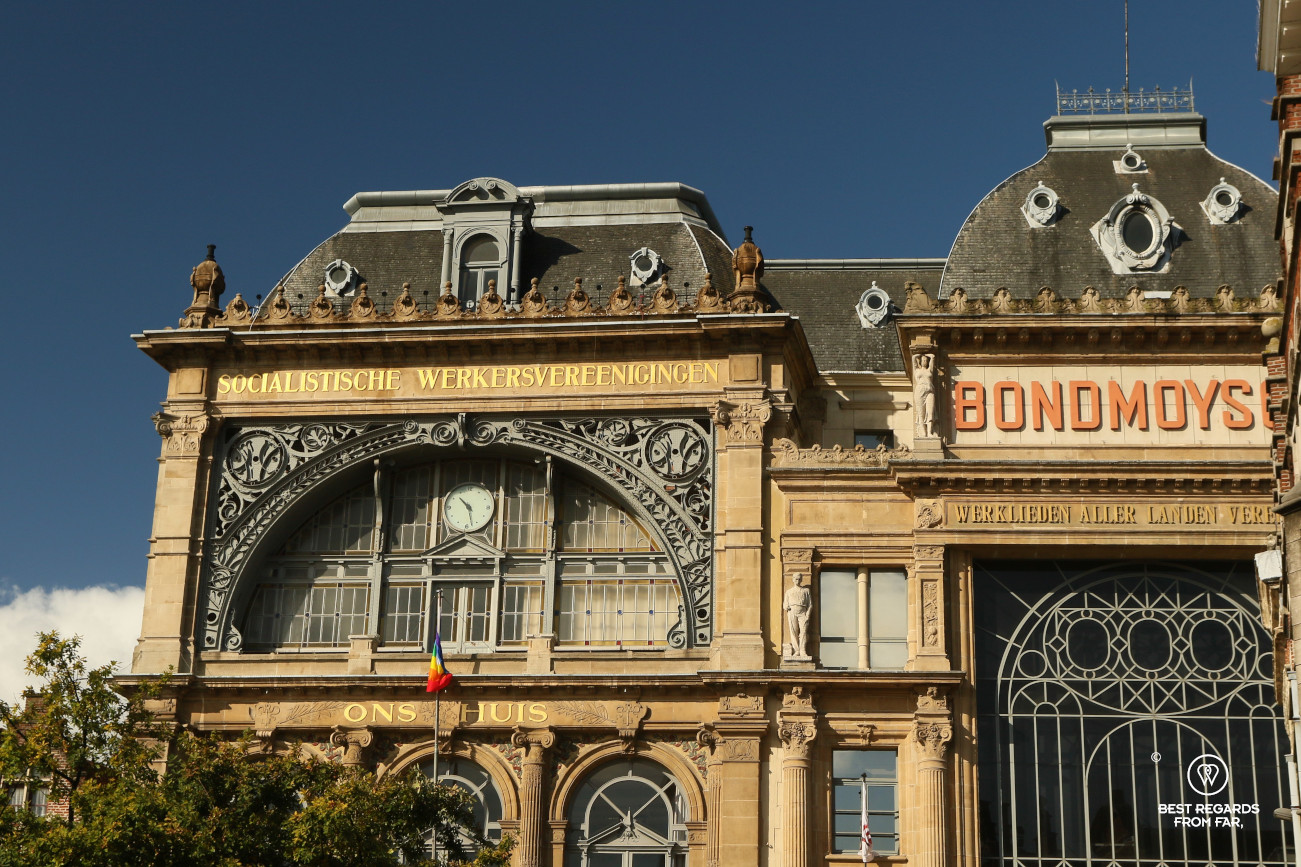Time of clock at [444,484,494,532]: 10:27
